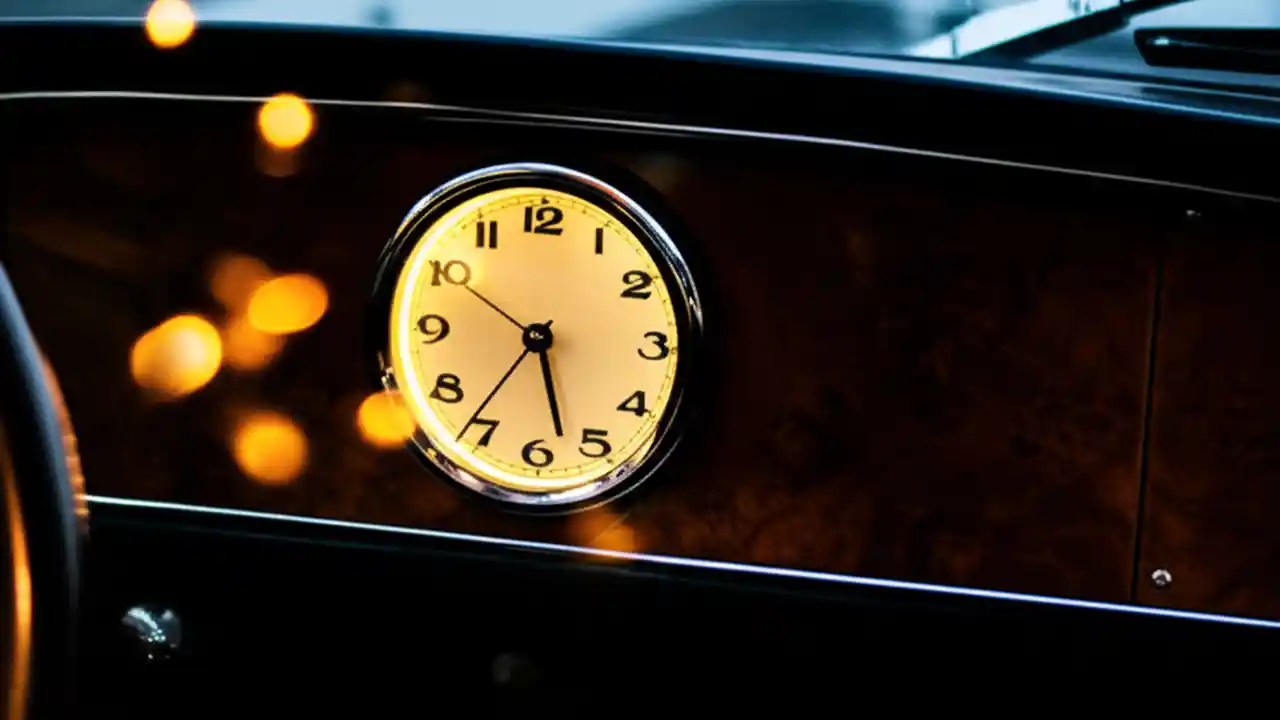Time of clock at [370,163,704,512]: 5:36
